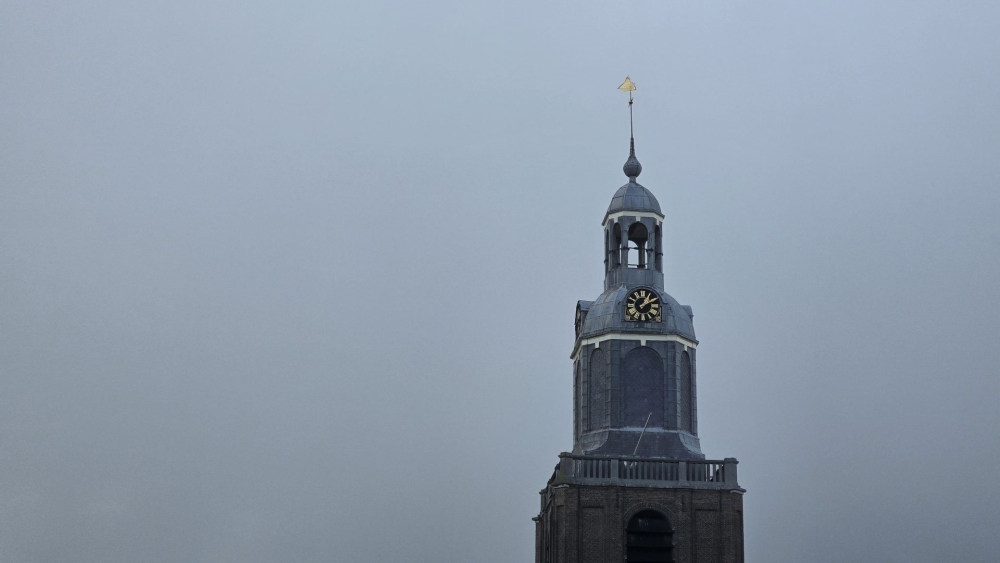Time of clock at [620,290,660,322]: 1:09
